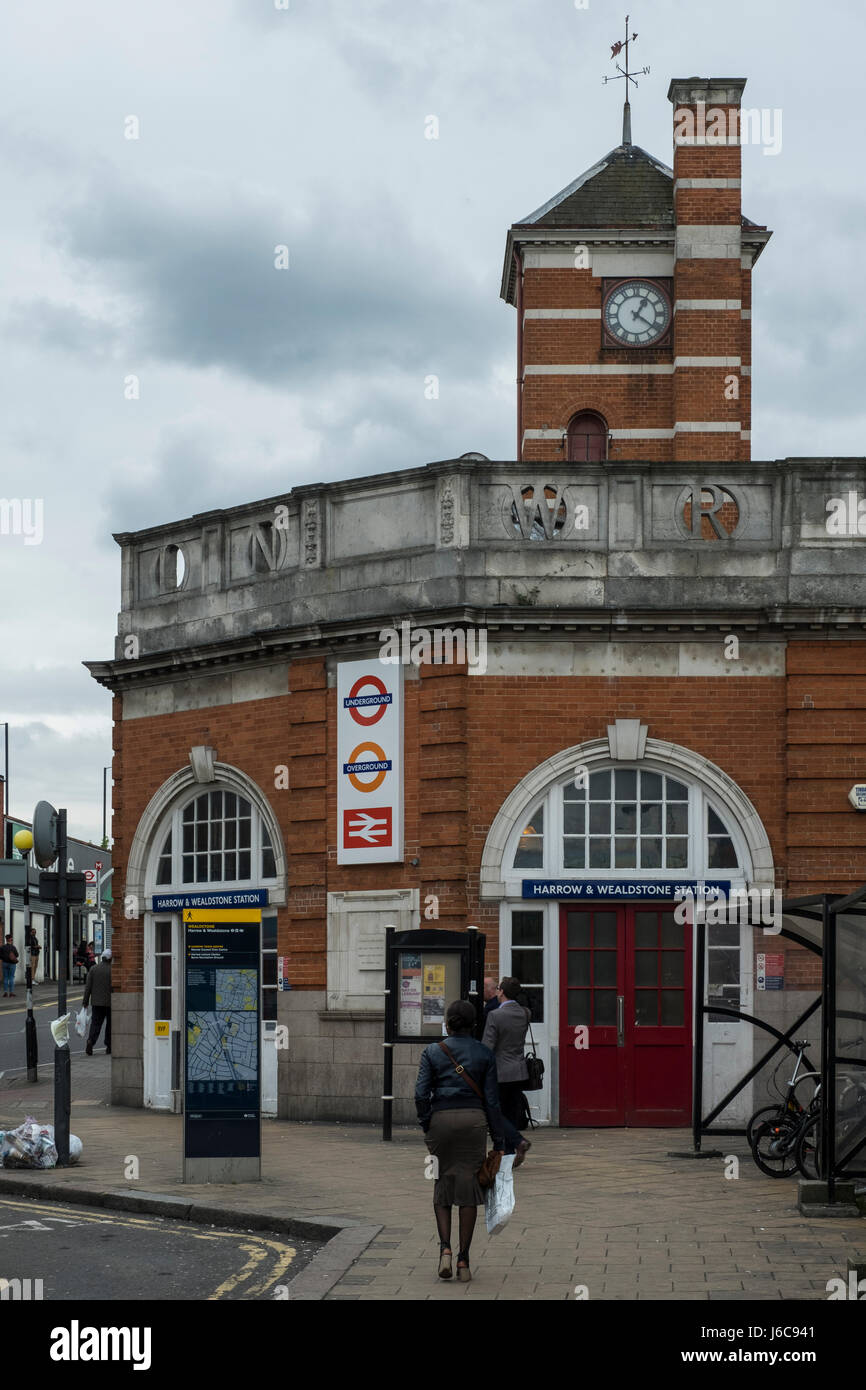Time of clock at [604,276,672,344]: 1:21
